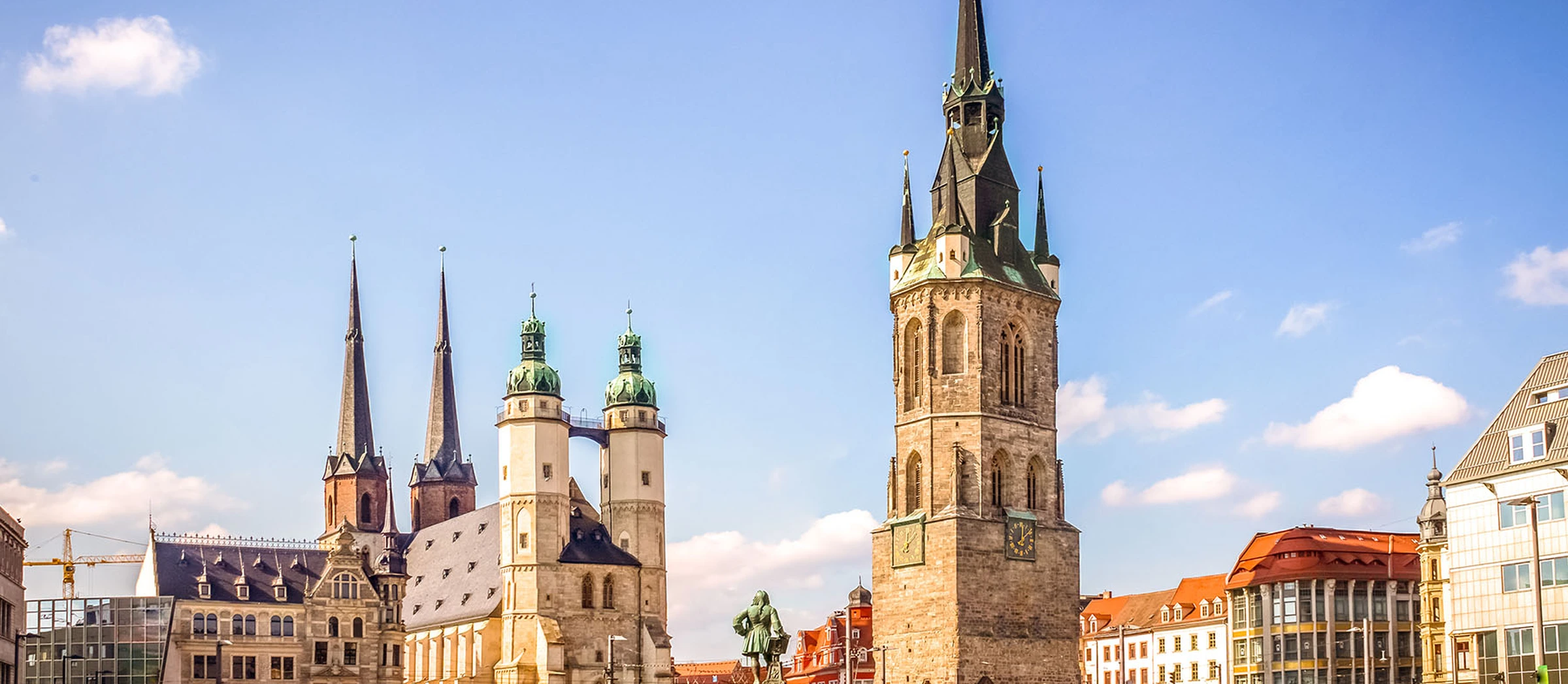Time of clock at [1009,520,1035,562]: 12:07
